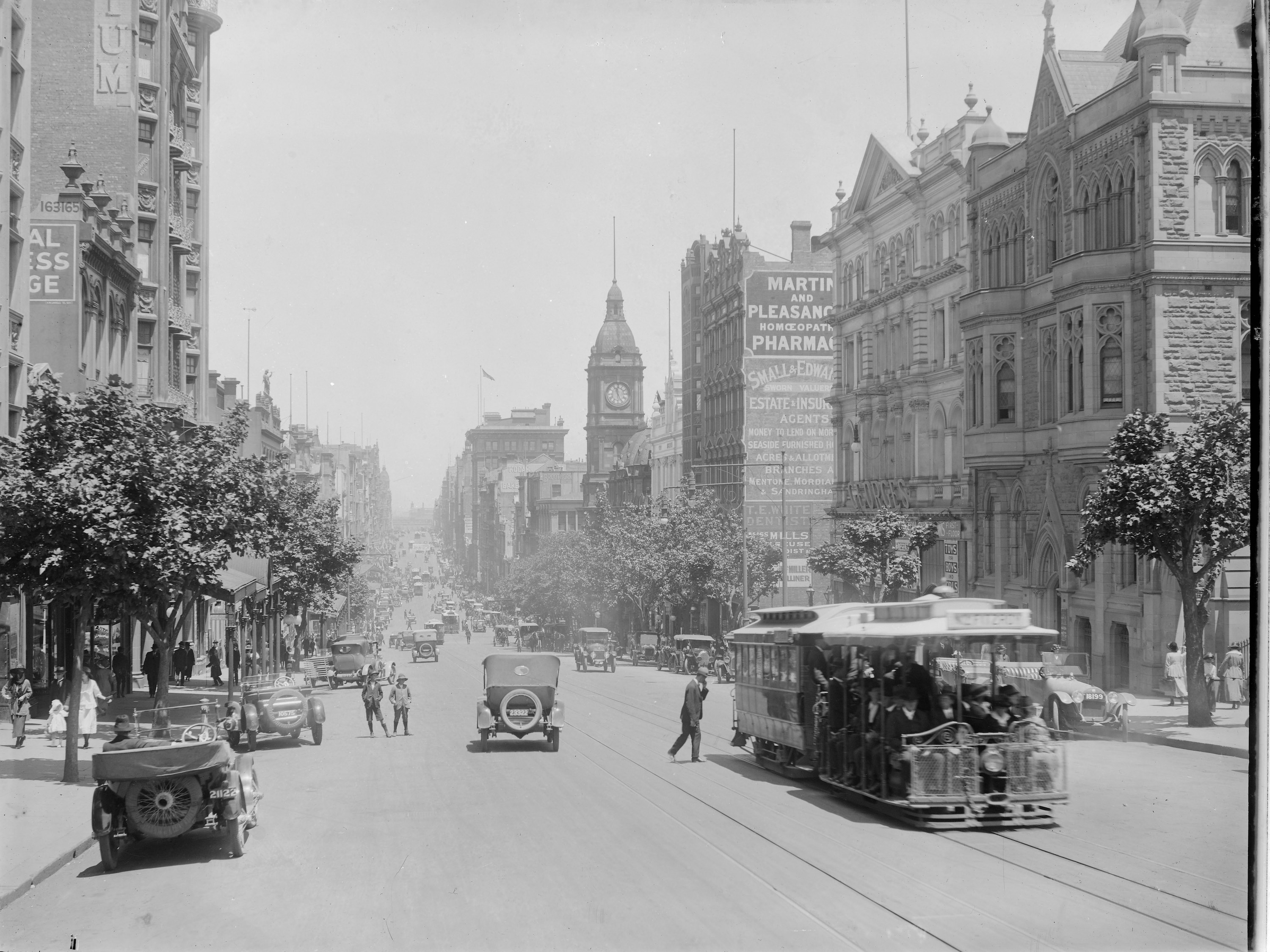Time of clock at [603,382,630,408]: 11:25
